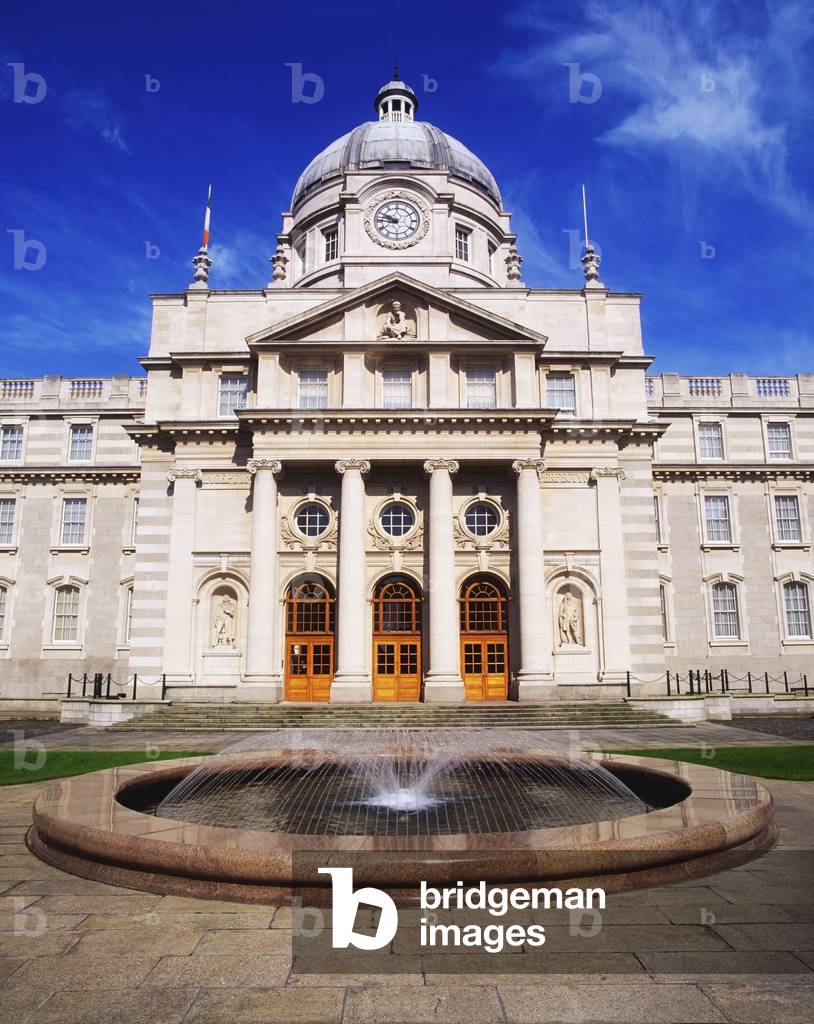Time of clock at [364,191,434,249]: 9:45
